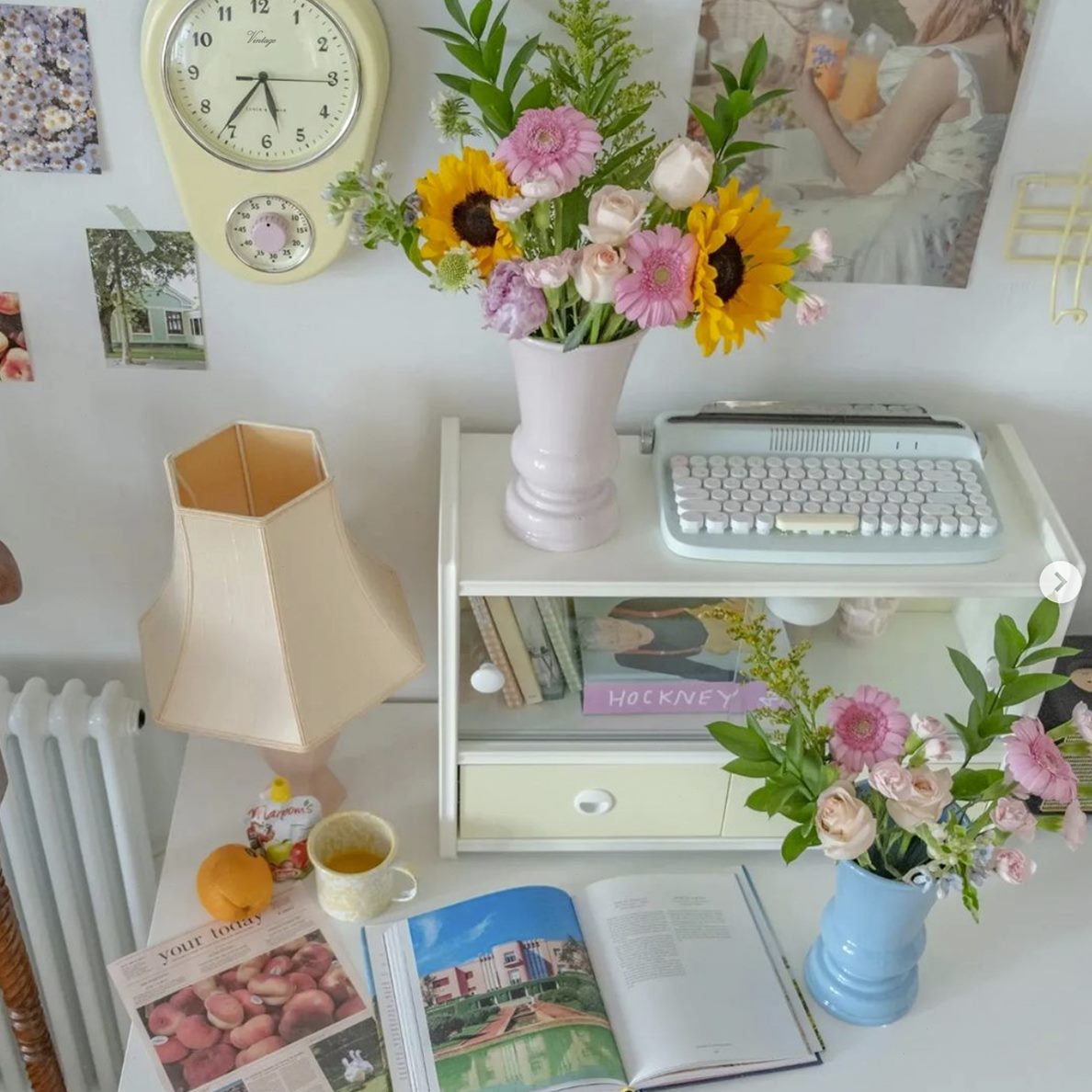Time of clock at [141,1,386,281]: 5:36
